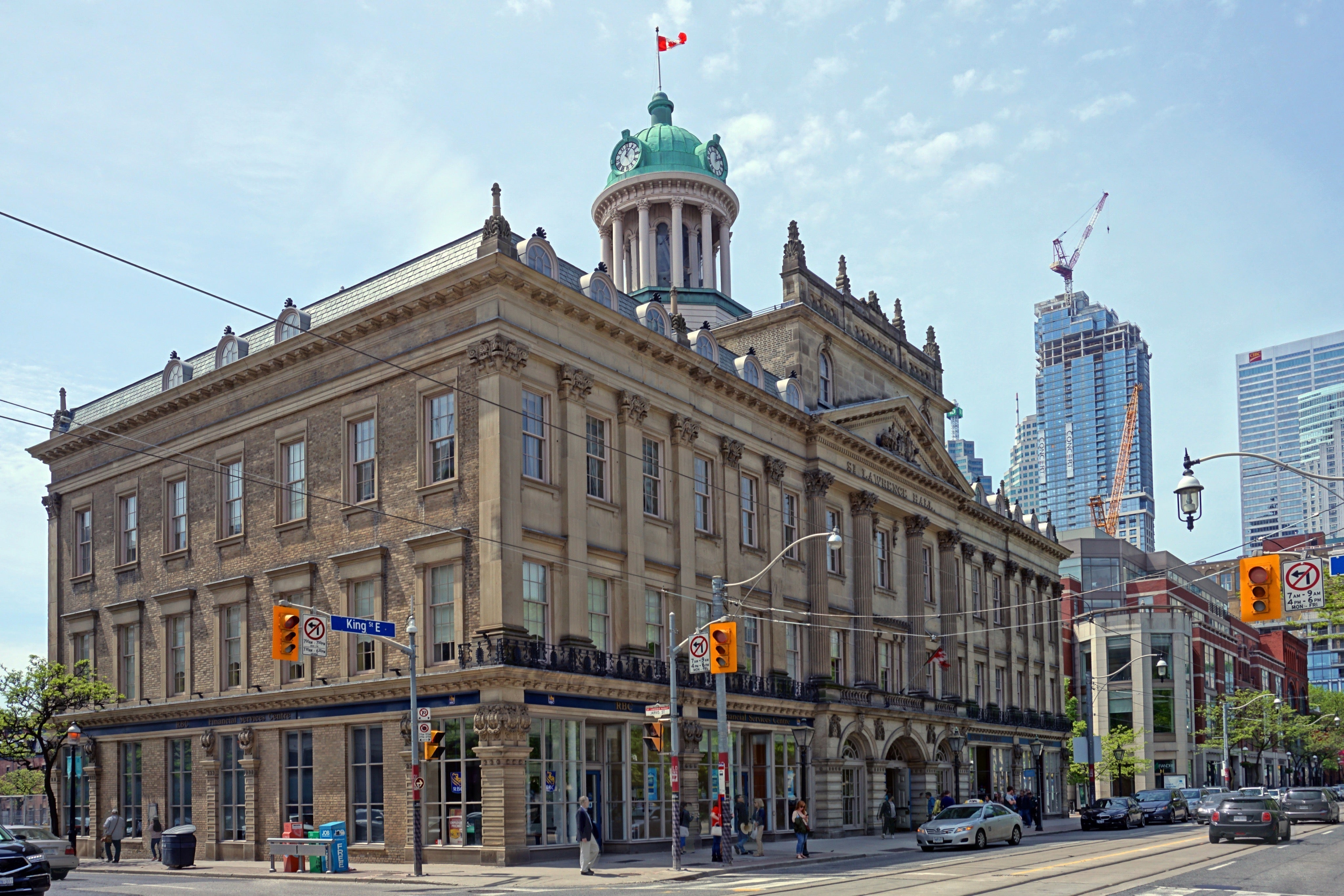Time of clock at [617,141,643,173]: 12:06
